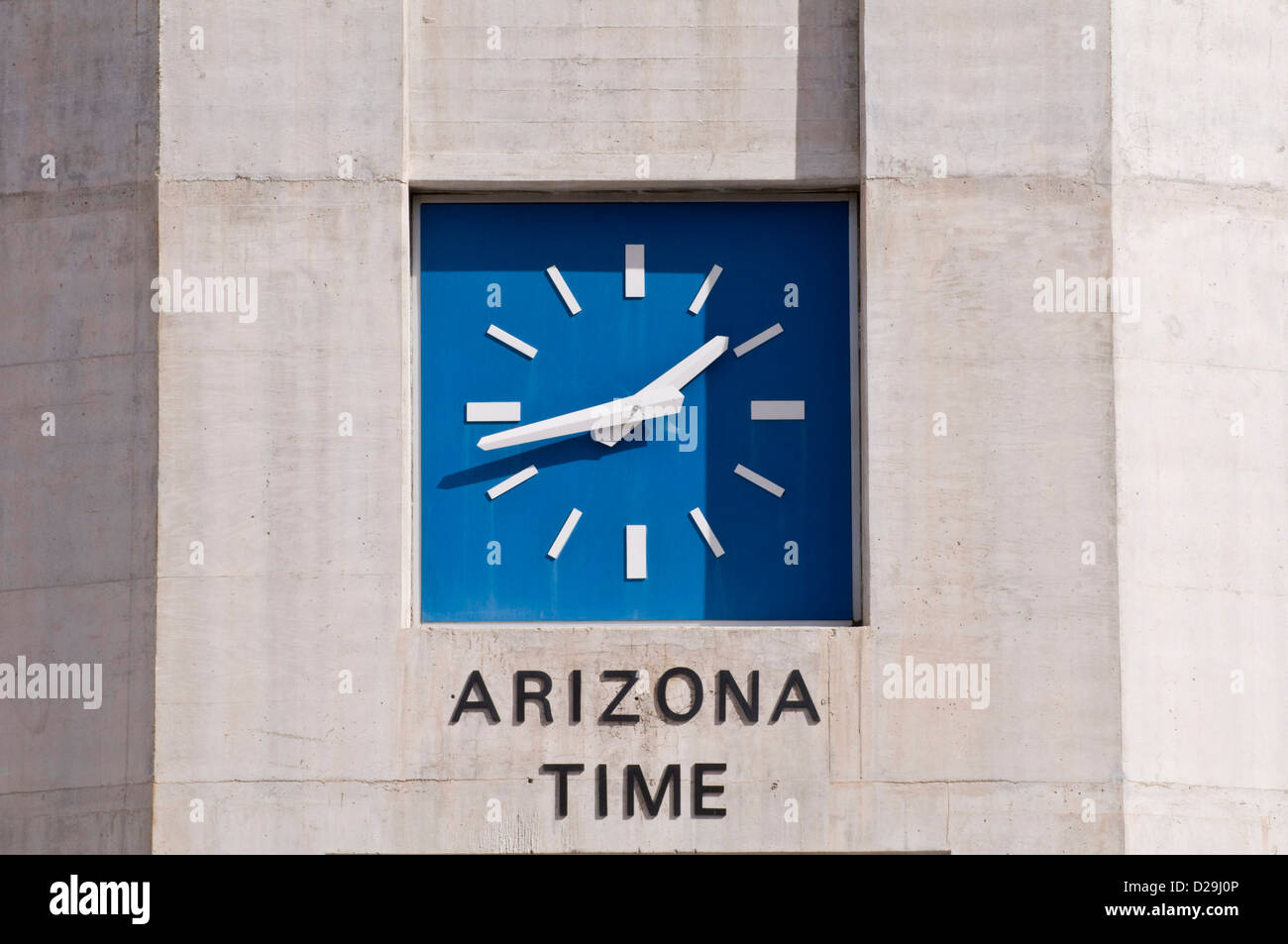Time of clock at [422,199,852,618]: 1:43
